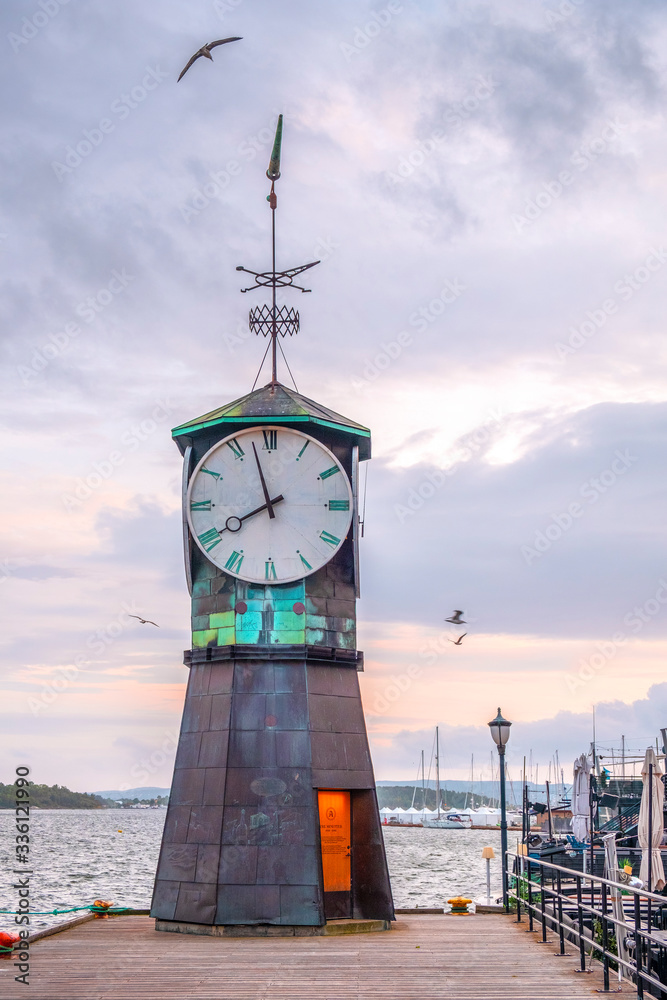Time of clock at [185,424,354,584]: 7:57
